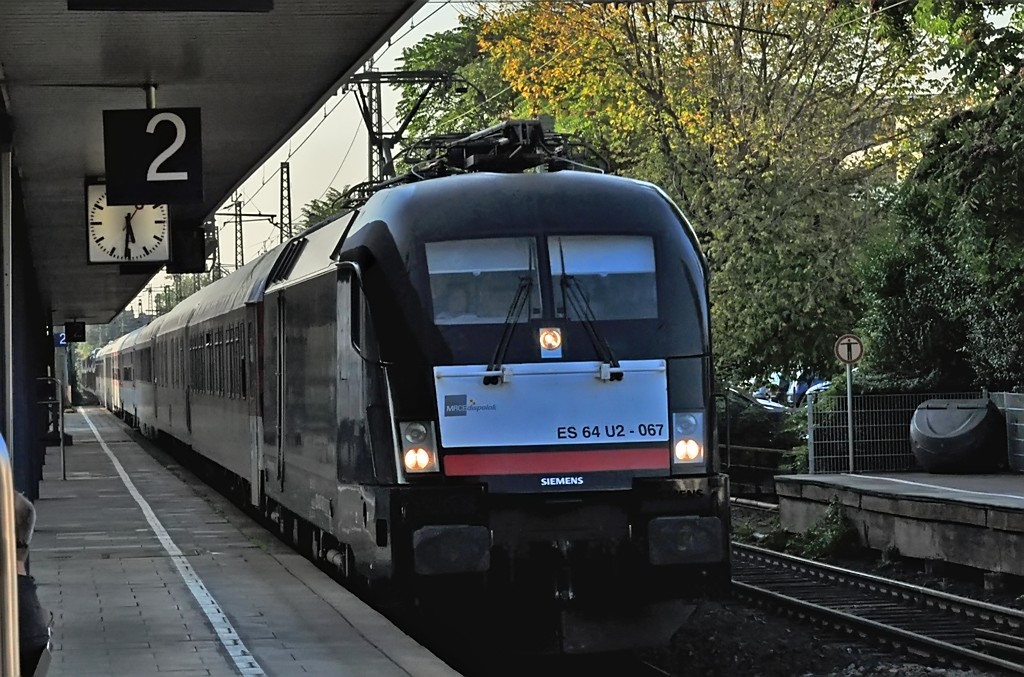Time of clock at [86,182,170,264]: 5:31
